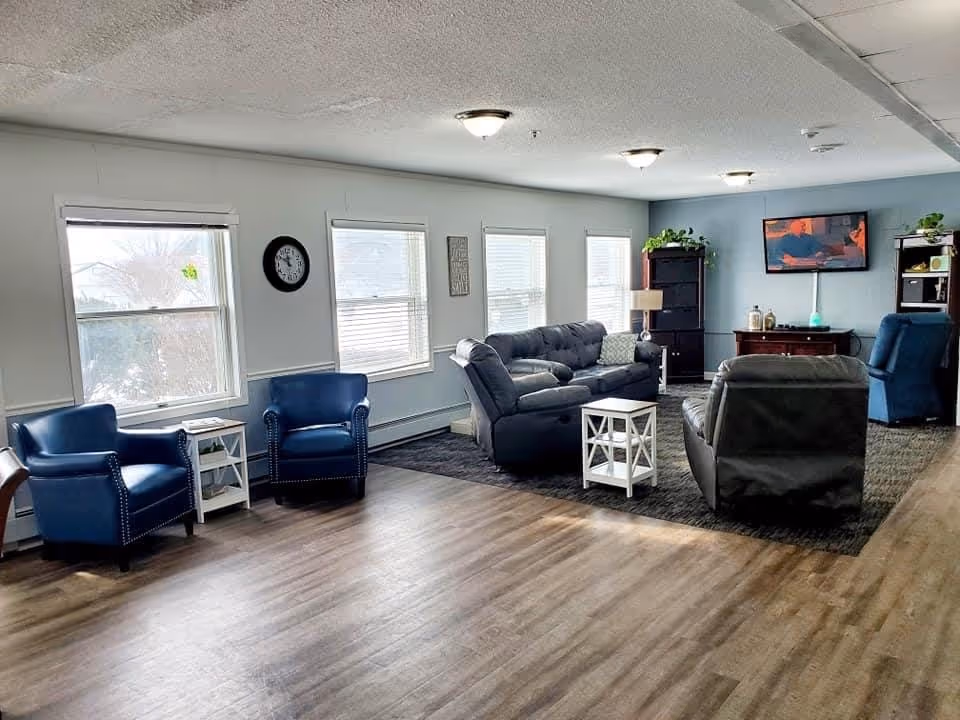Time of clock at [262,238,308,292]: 11:51
